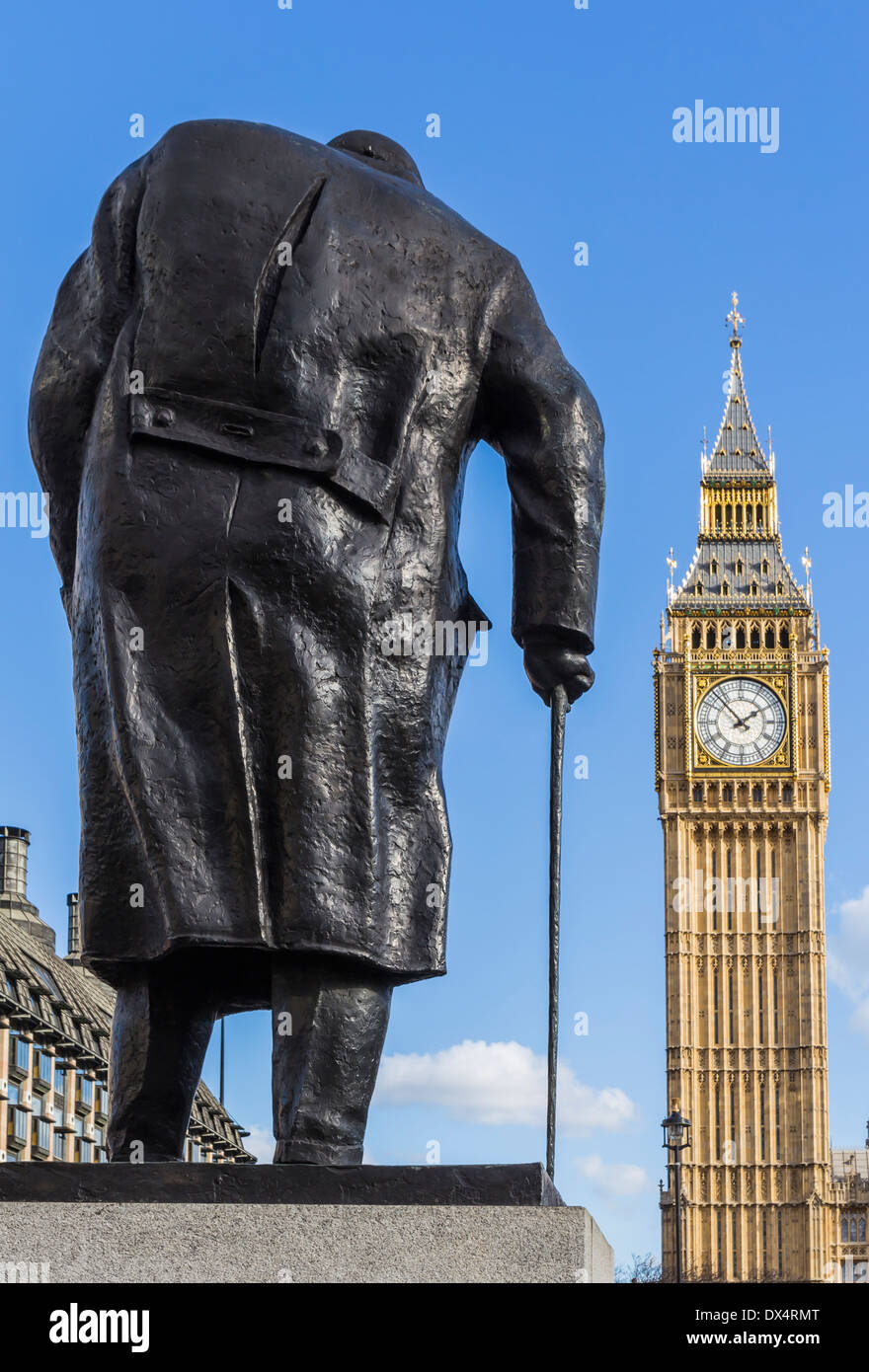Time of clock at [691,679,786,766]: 1:53
